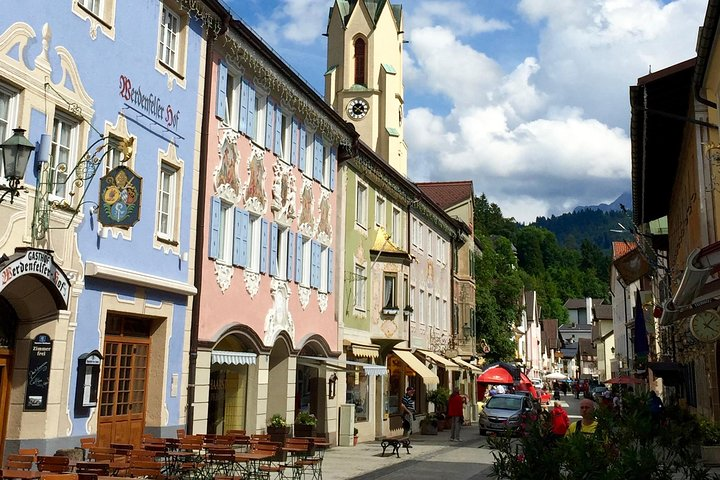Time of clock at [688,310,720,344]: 4:07
